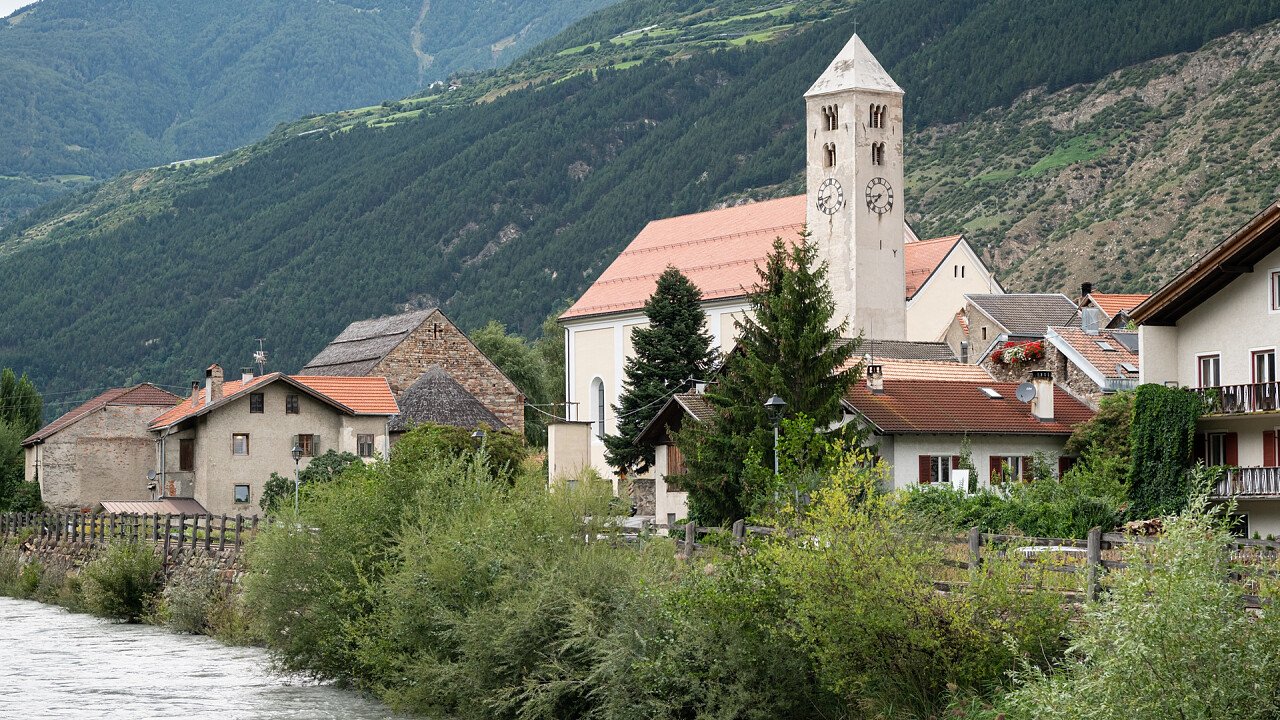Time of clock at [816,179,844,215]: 7:43
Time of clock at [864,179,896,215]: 7:43
